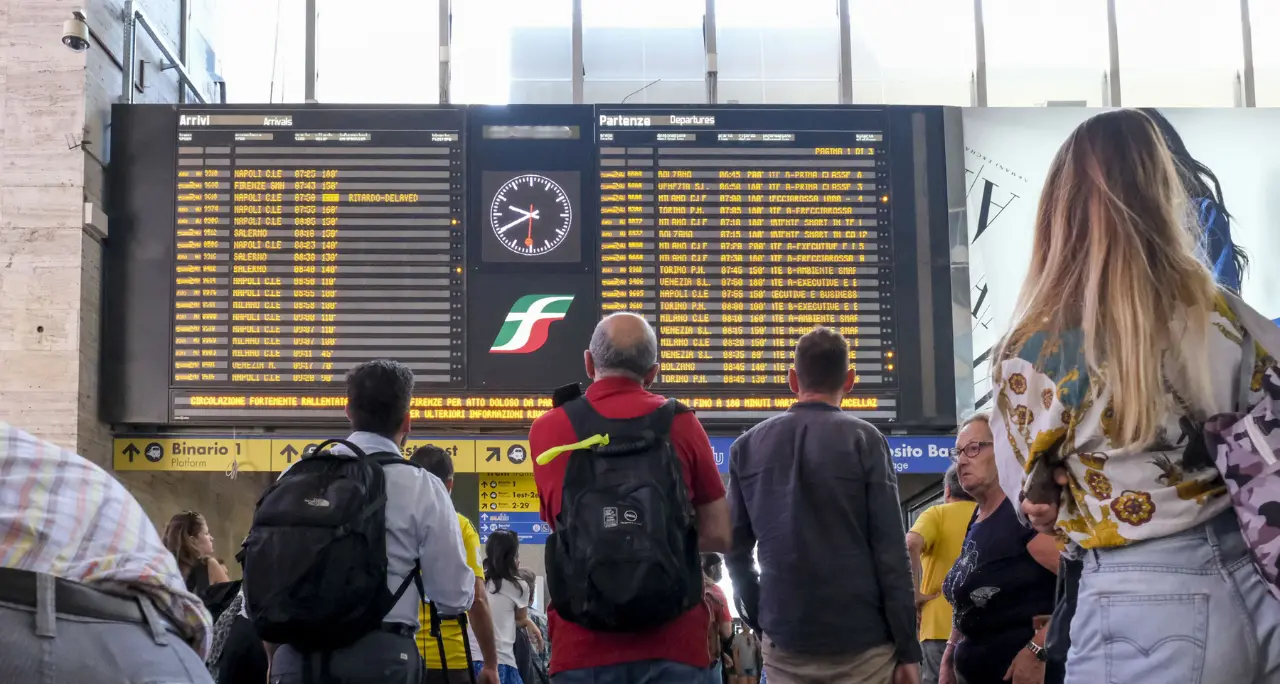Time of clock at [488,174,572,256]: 9:40
